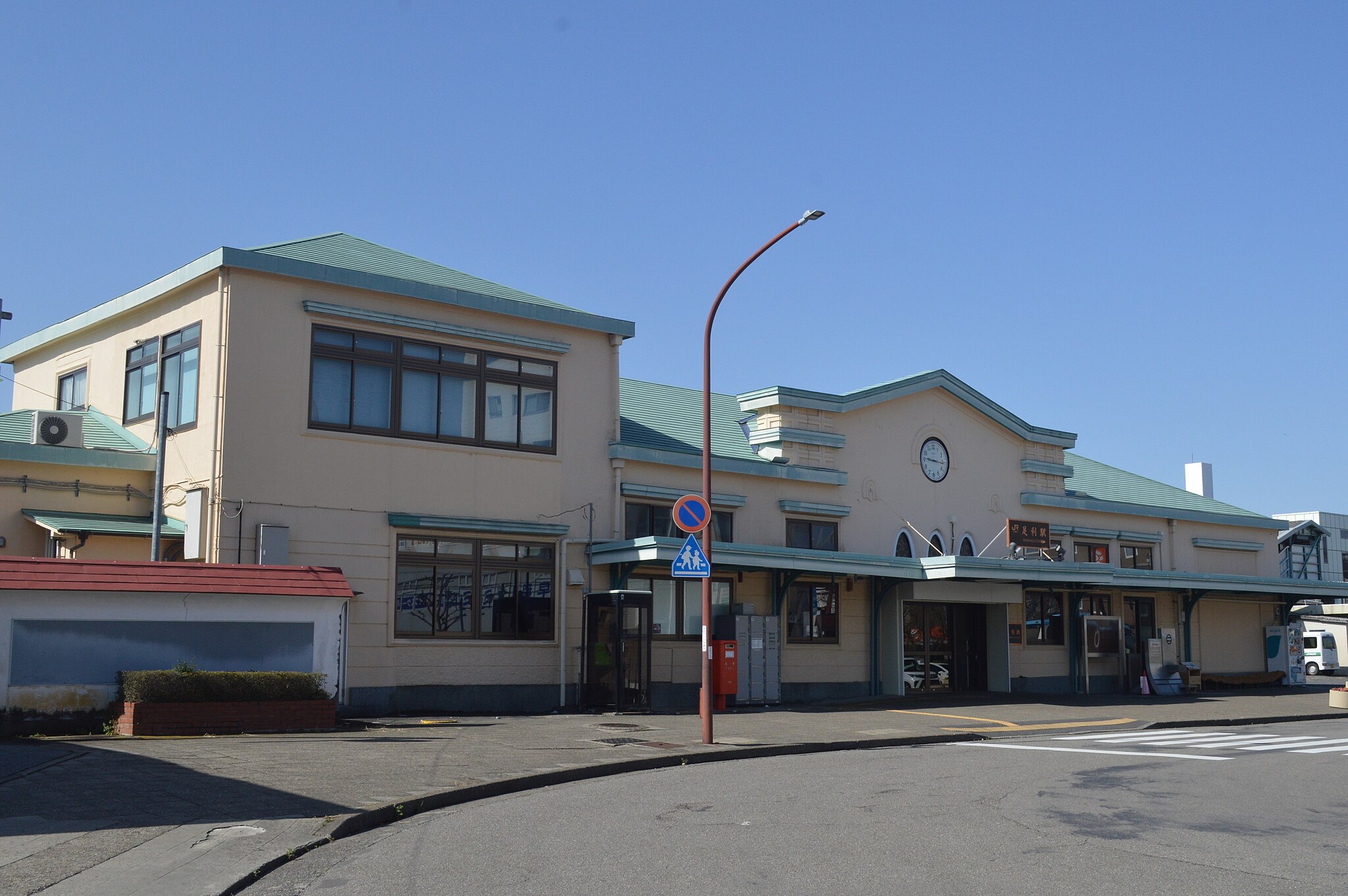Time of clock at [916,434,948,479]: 9:16
